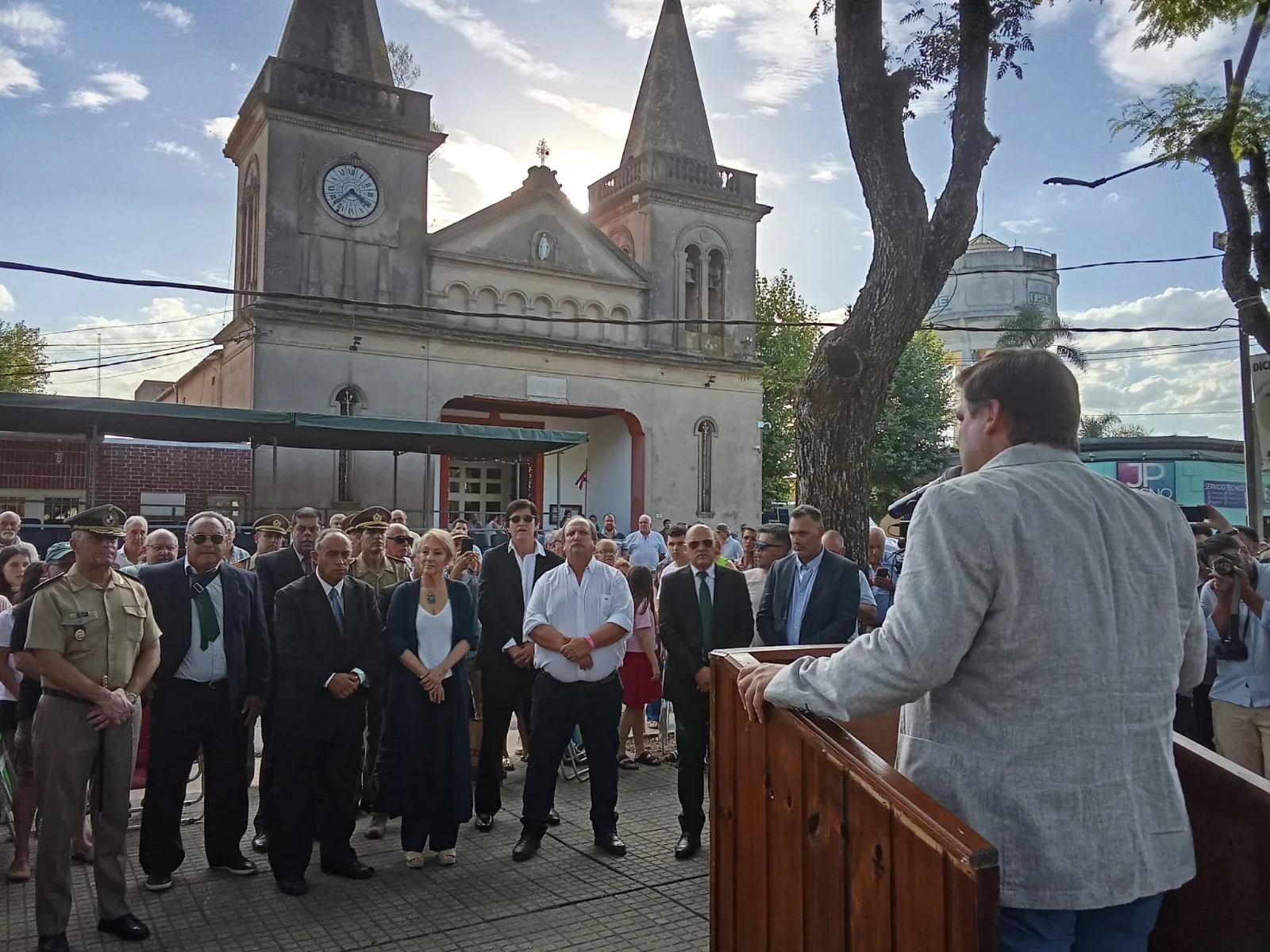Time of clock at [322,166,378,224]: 3:37
